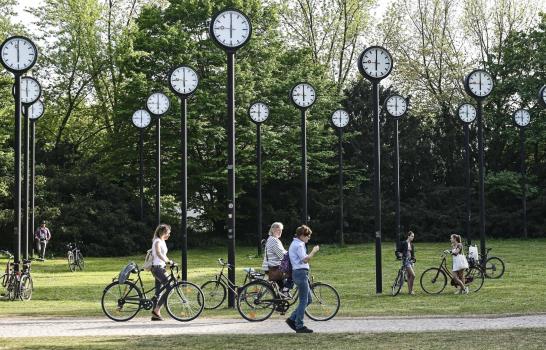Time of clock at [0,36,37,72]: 5:59
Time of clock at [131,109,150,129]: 5:59
